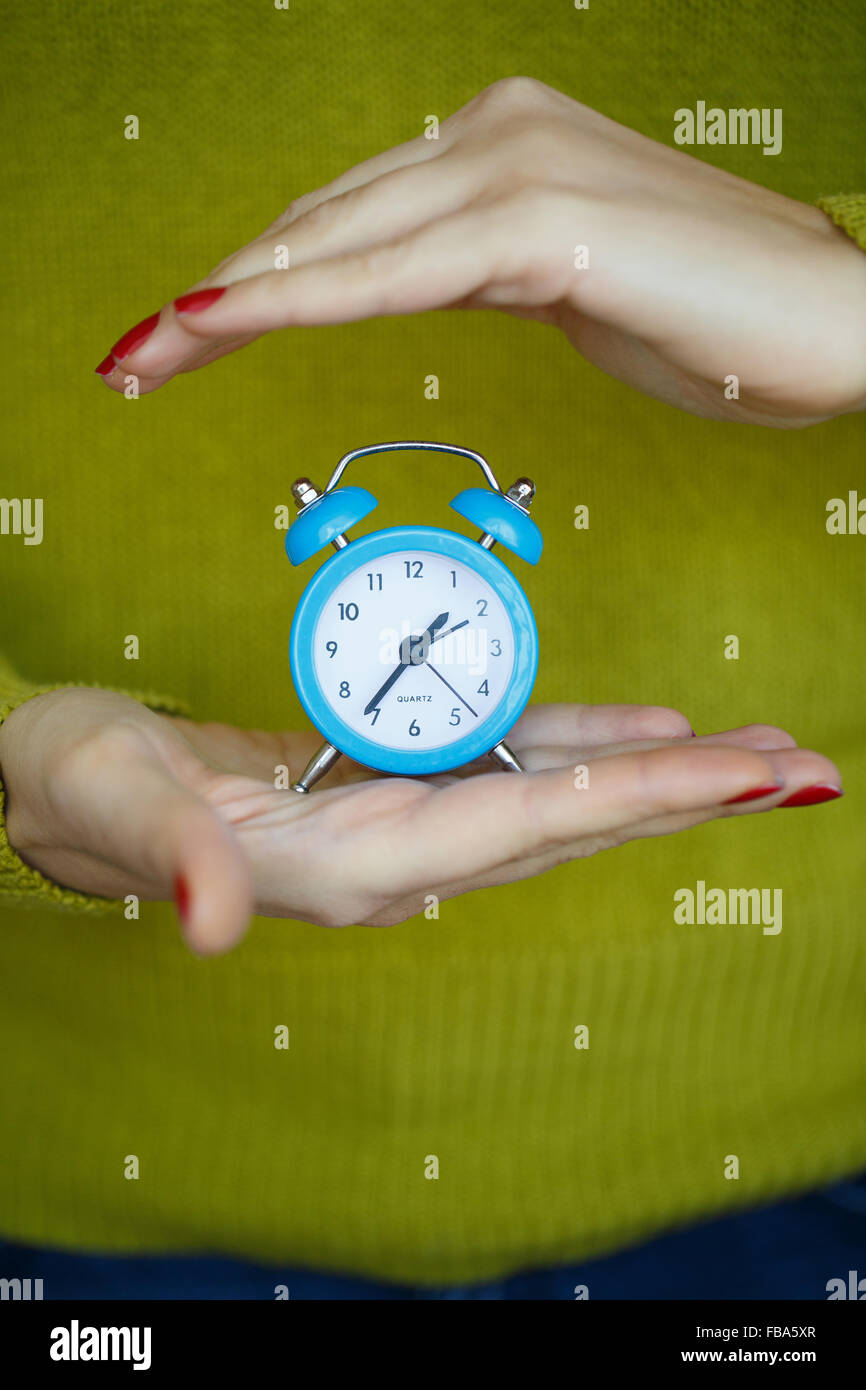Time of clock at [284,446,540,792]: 1:36
